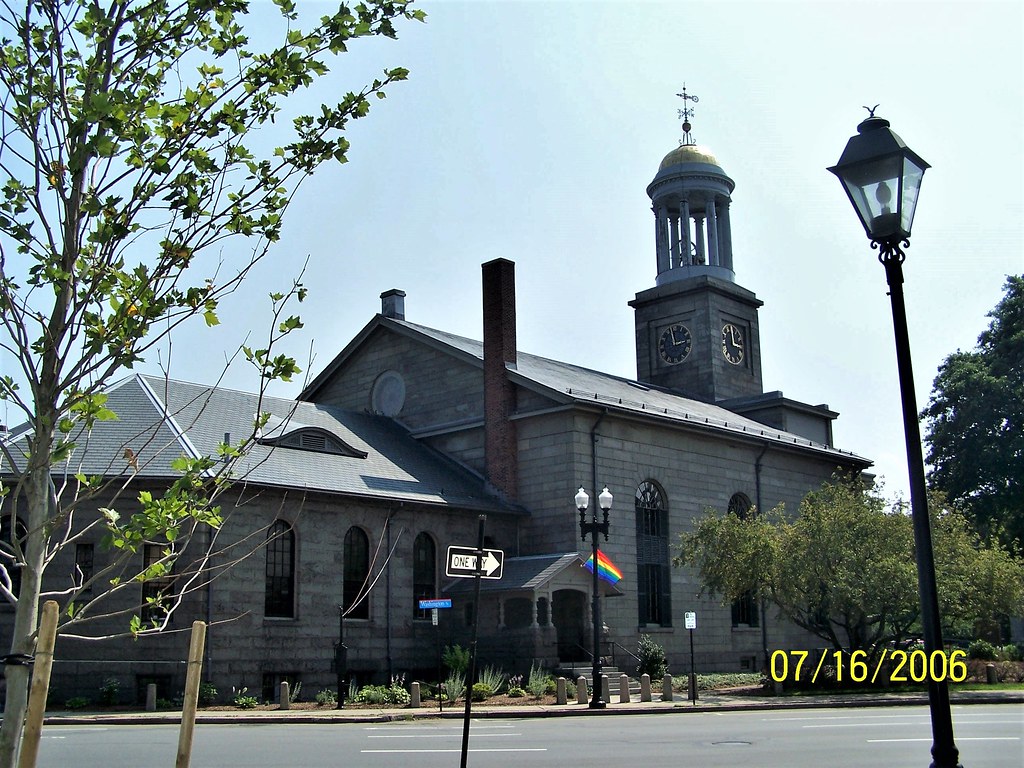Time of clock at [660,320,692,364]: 2:58
